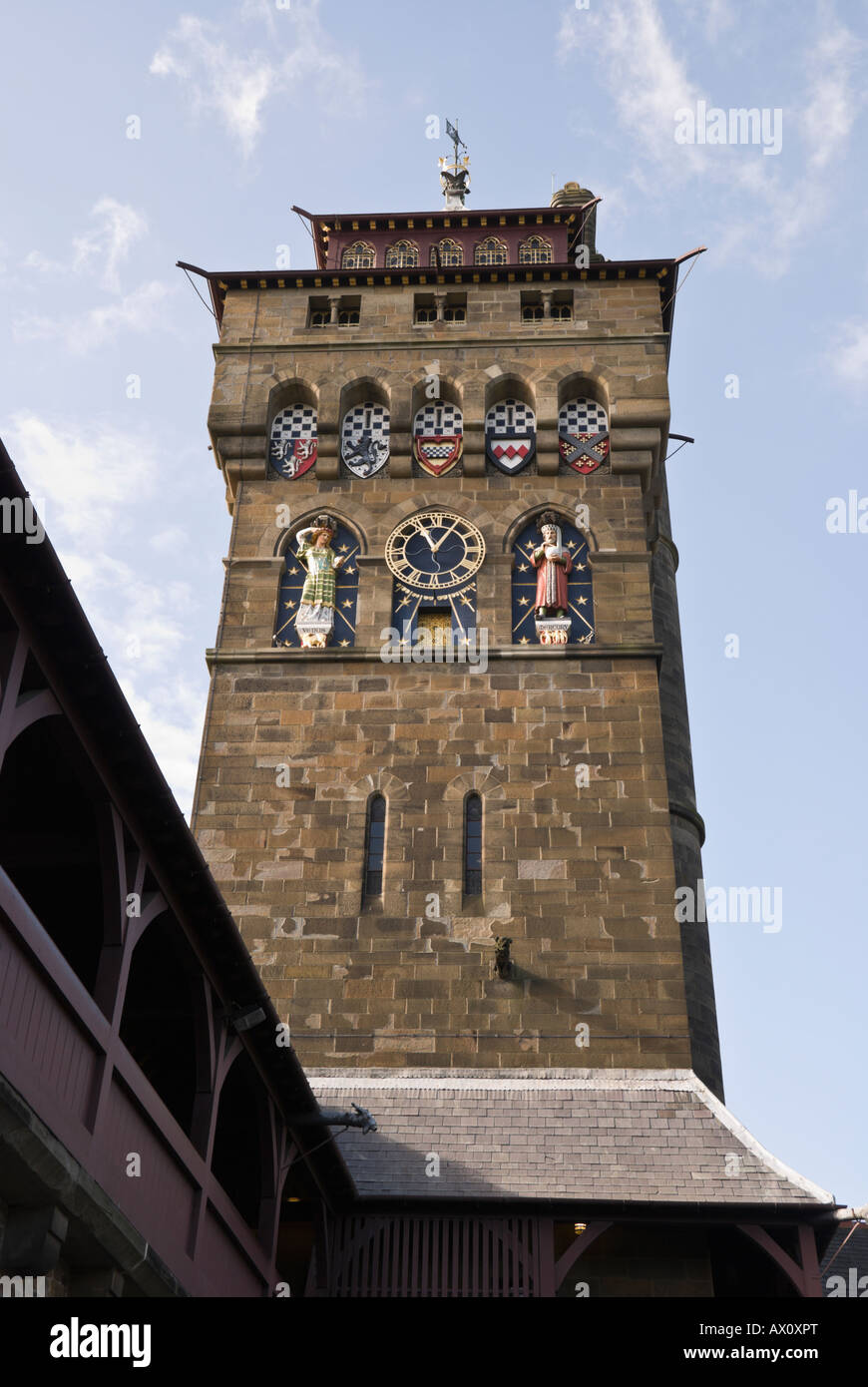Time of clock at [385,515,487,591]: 11:05
